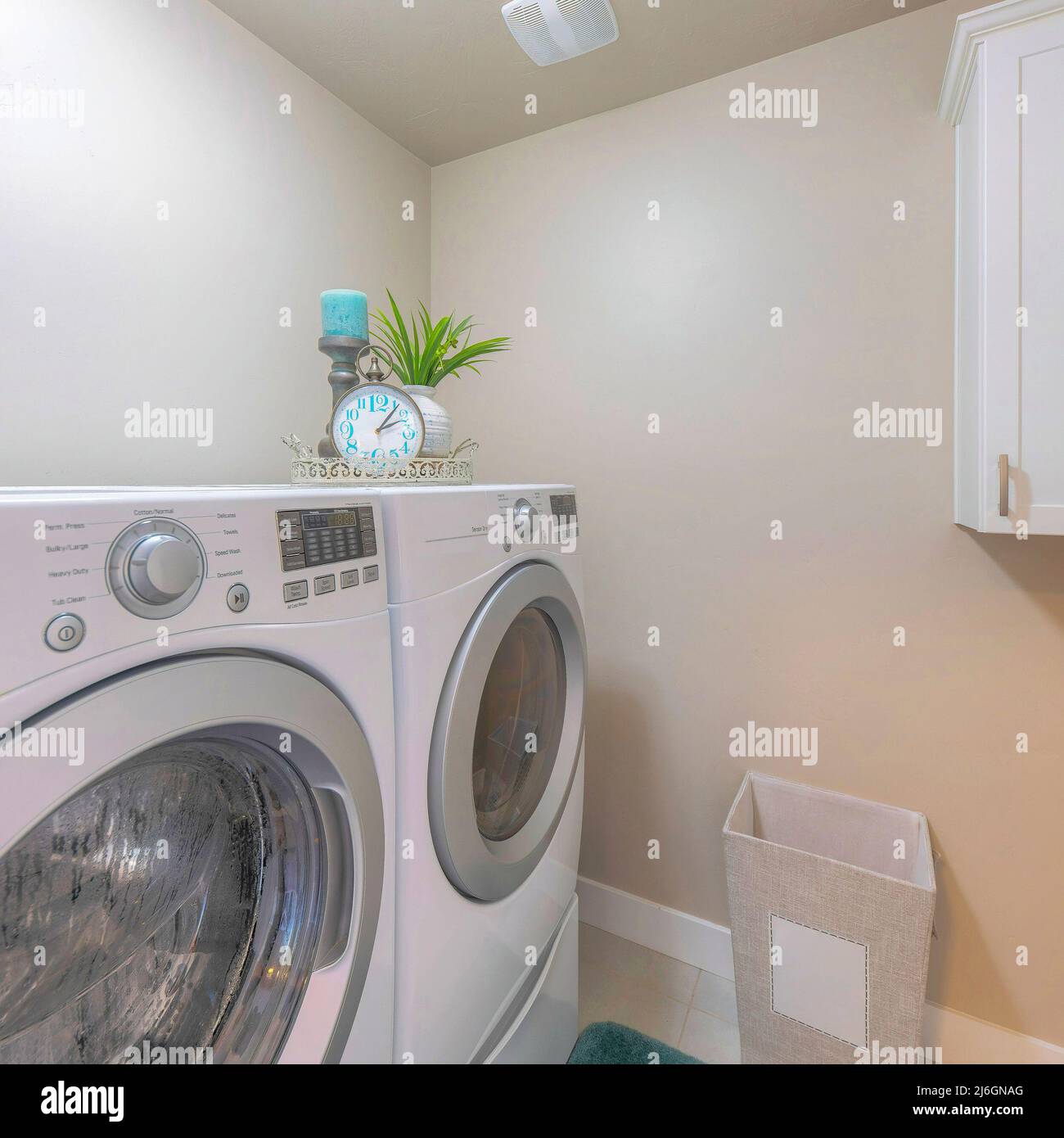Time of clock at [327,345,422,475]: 2:06
